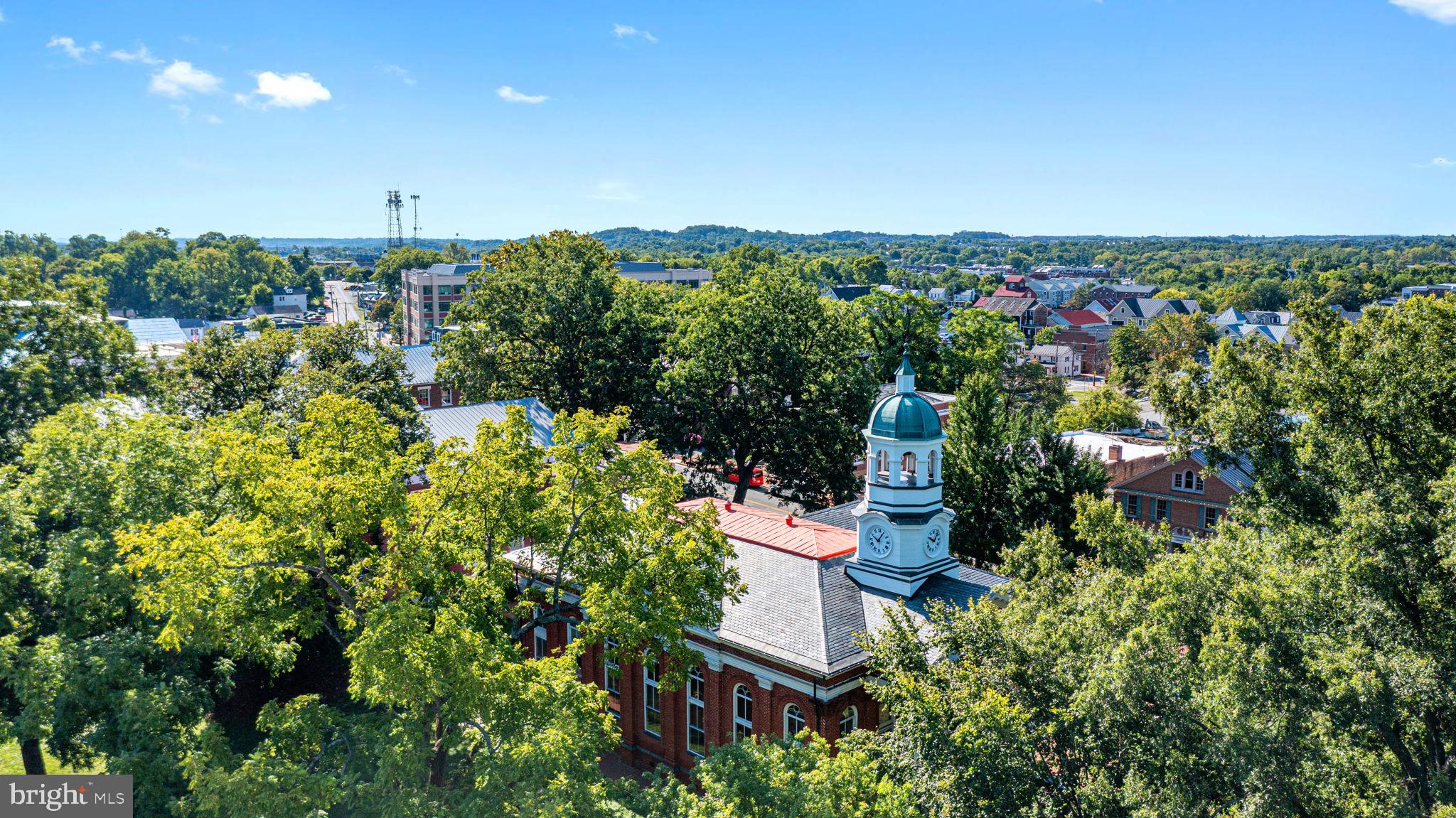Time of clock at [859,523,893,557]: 10:05
